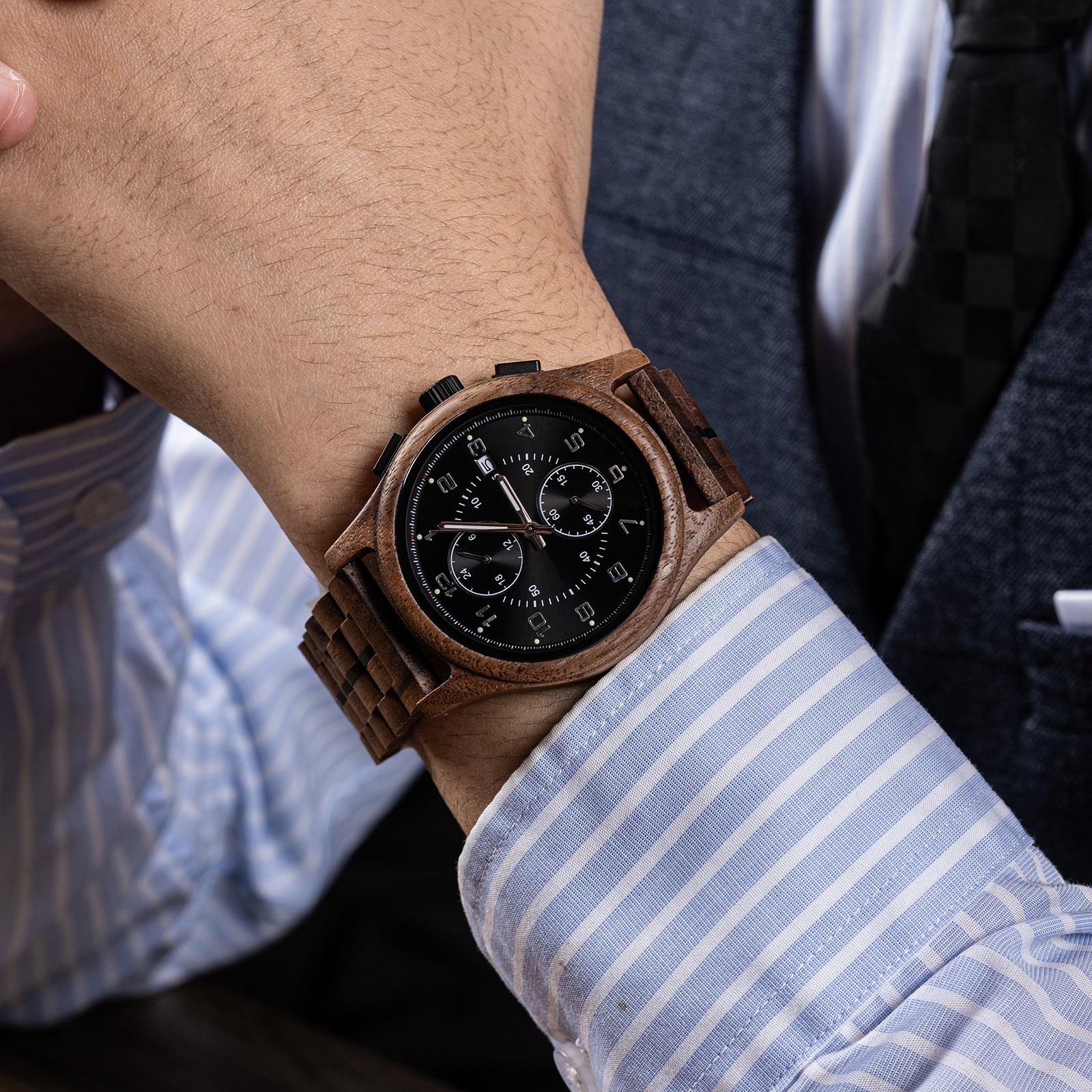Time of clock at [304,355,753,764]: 10:45
